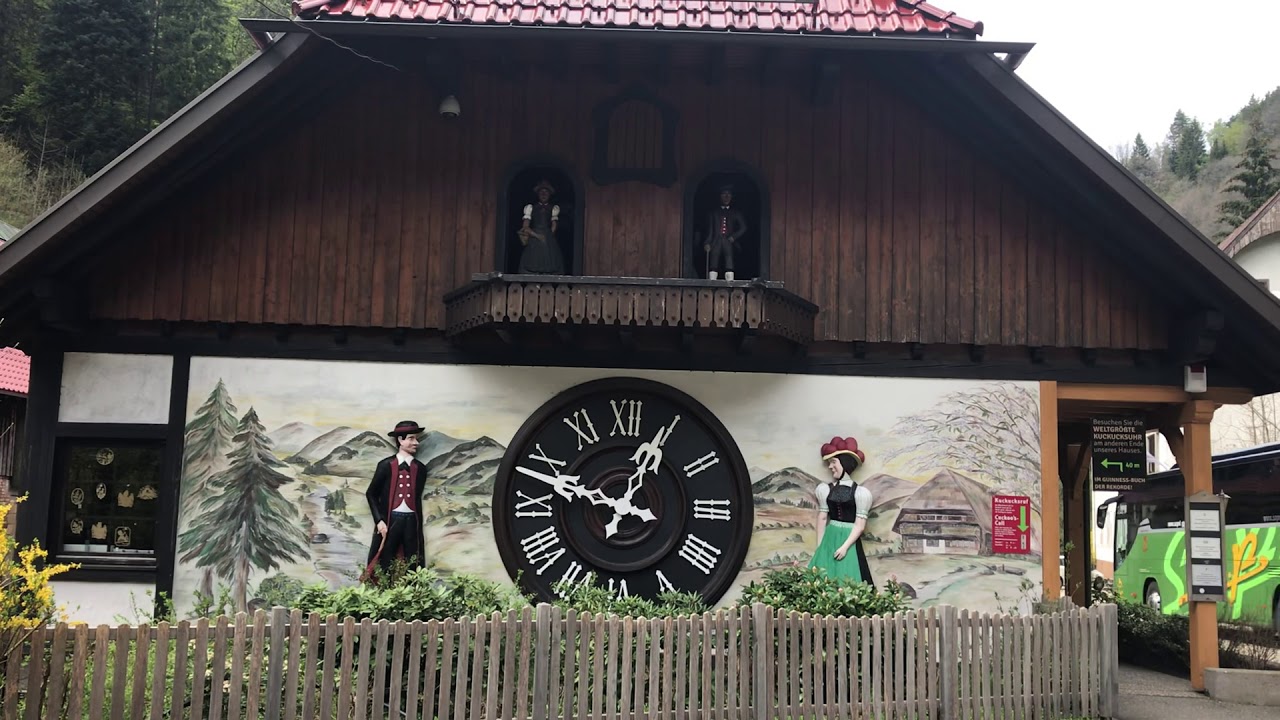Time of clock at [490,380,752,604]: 12:48
